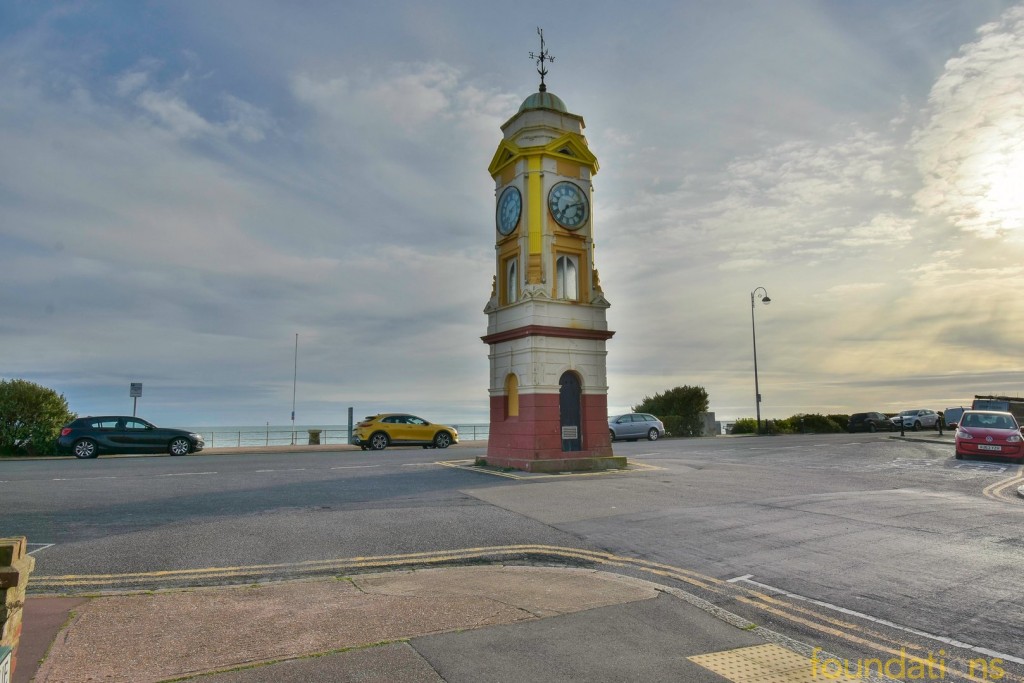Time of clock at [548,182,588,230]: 7:11
